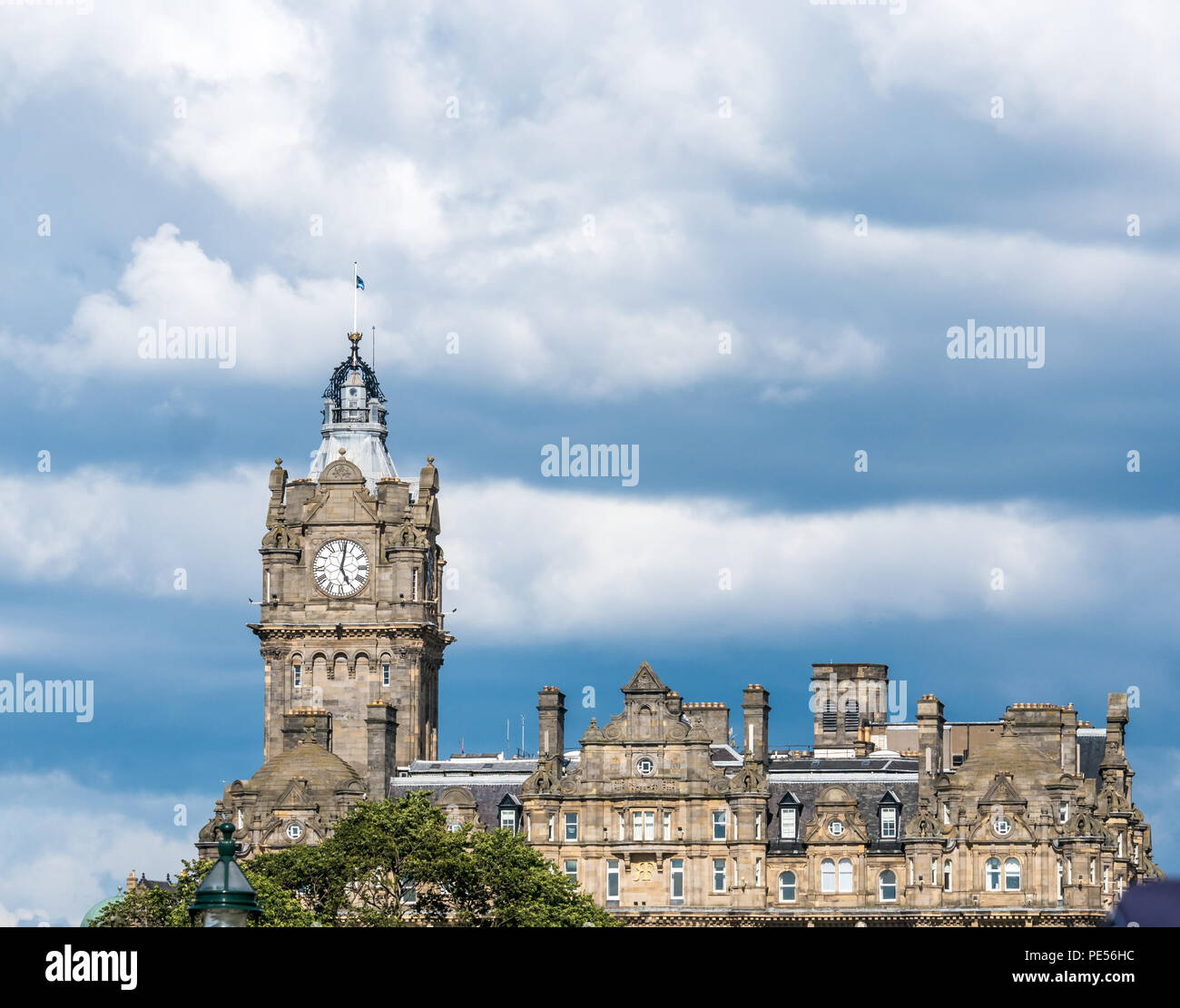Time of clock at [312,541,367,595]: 5:01
